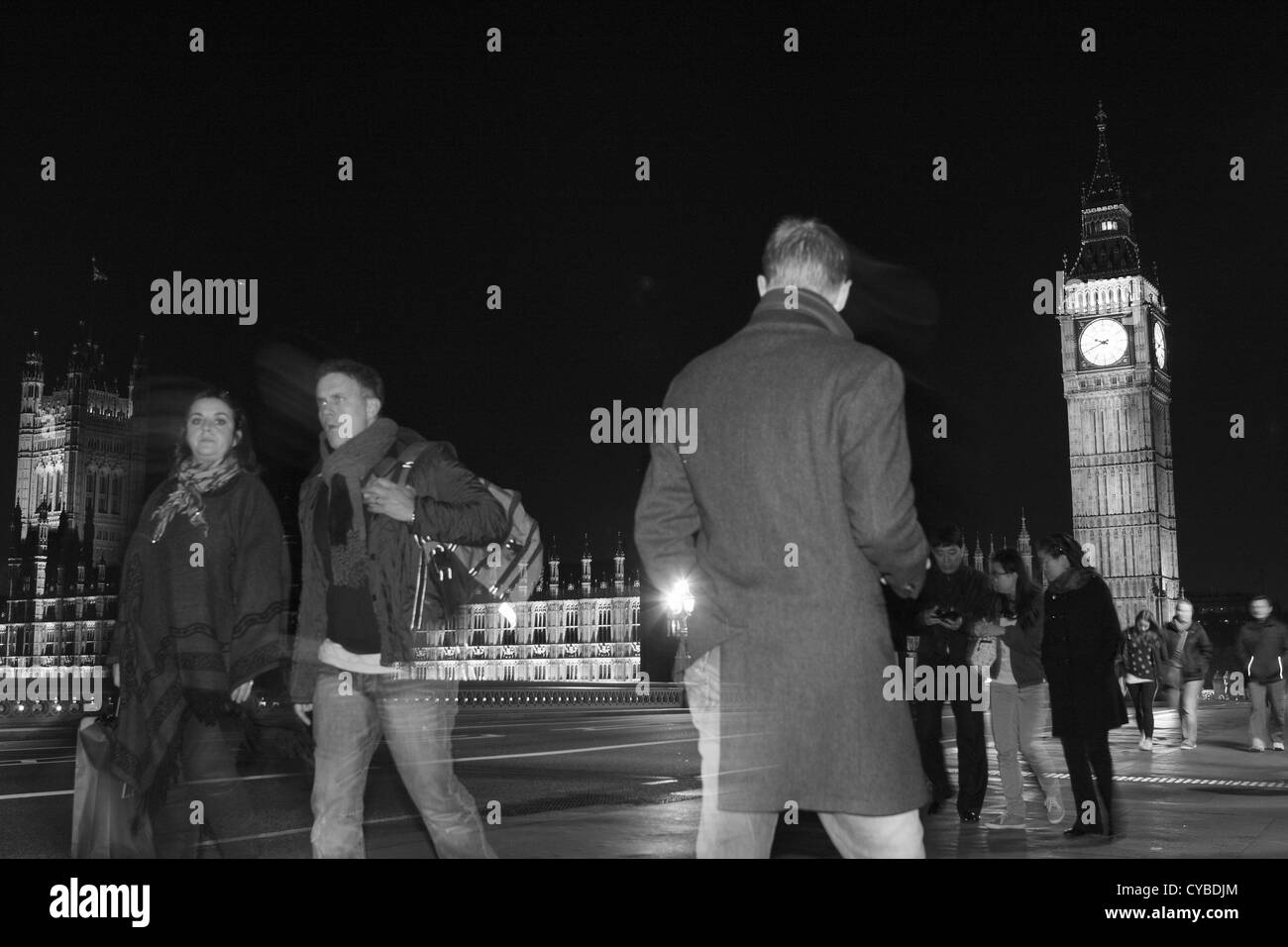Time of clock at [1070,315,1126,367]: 9:41
